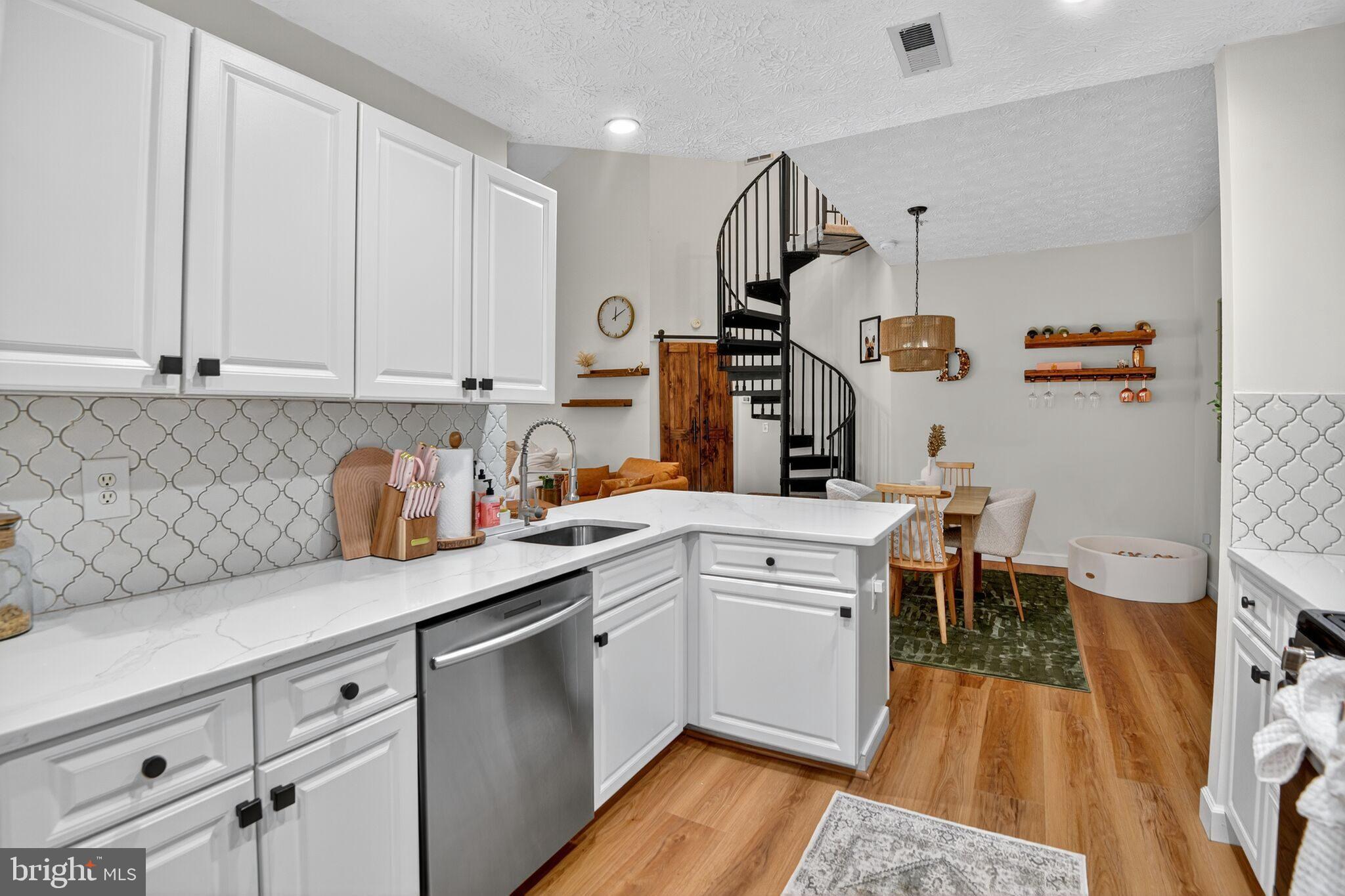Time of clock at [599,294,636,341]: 12:10
